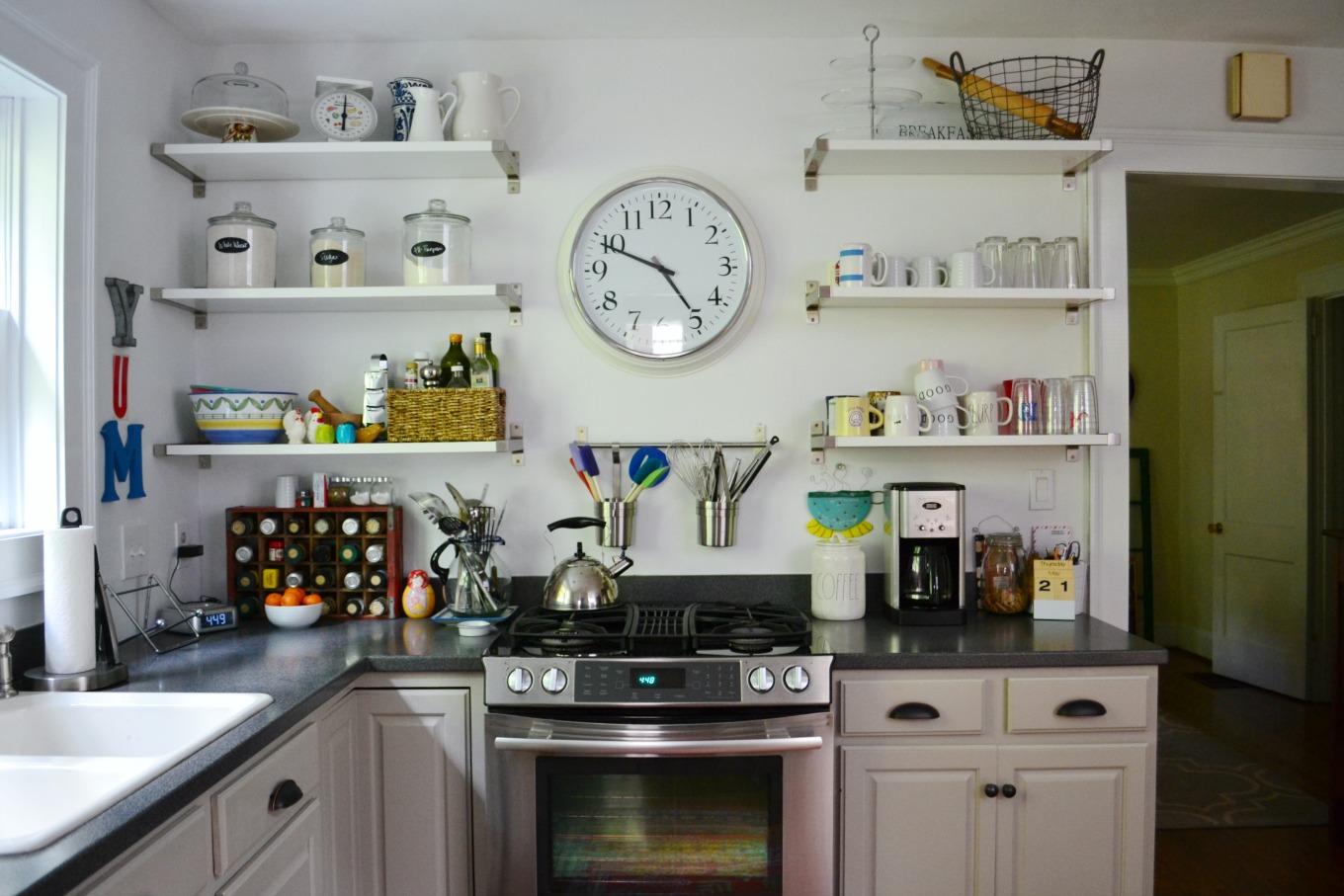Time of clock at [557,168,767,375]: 4:49
